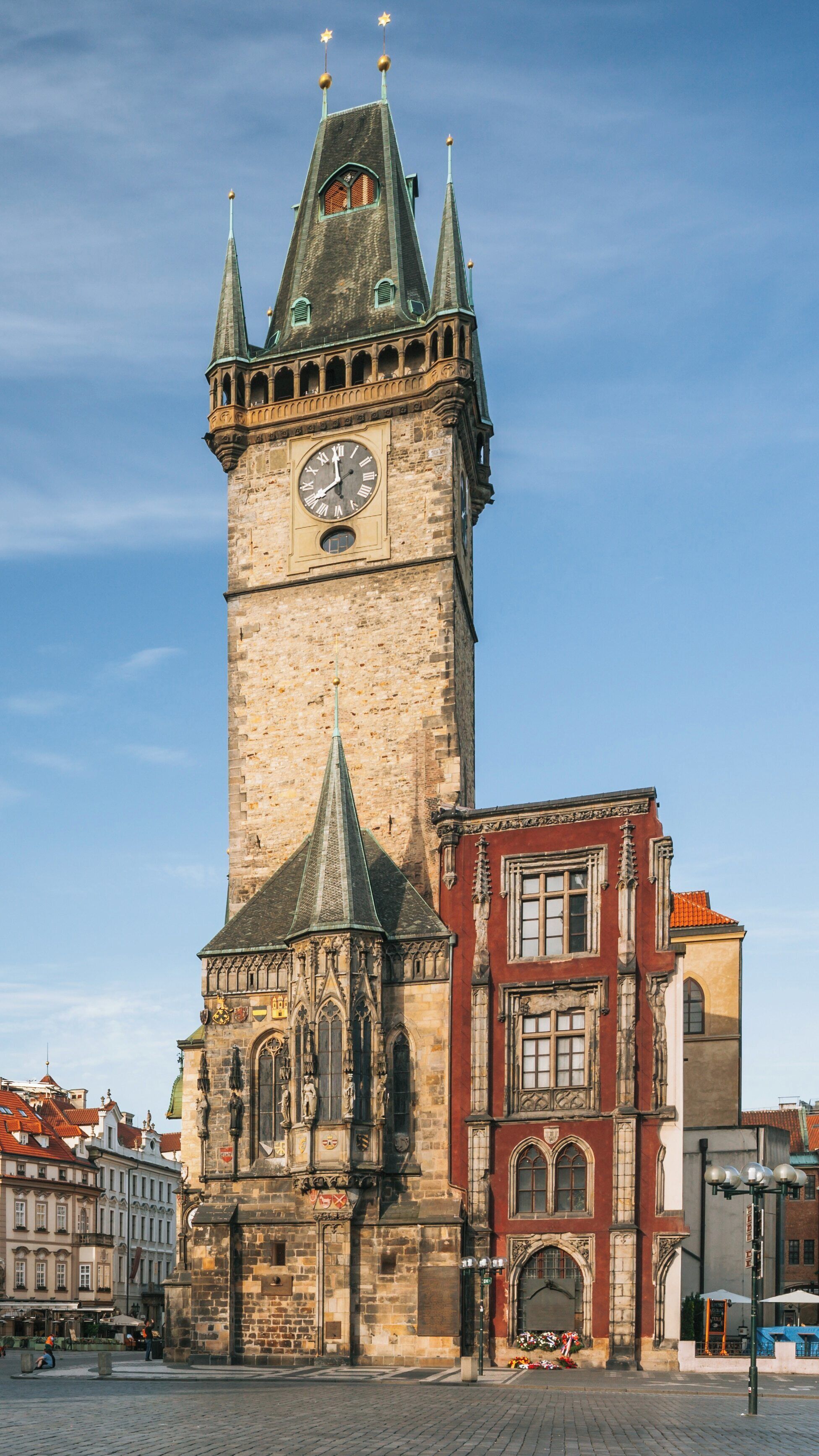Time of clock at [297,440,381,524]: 7:59
